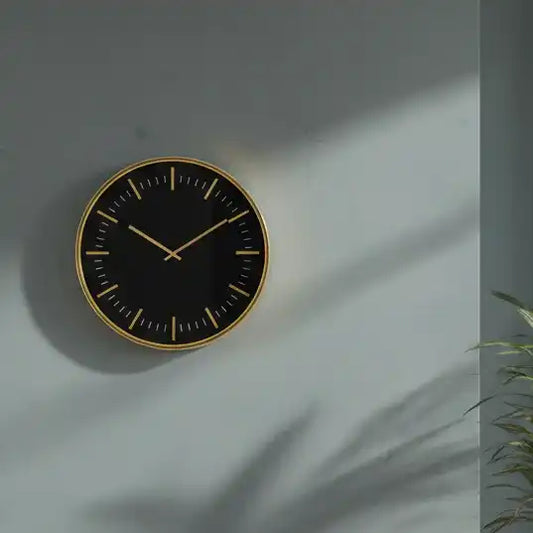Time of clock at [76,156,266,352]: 10:09
